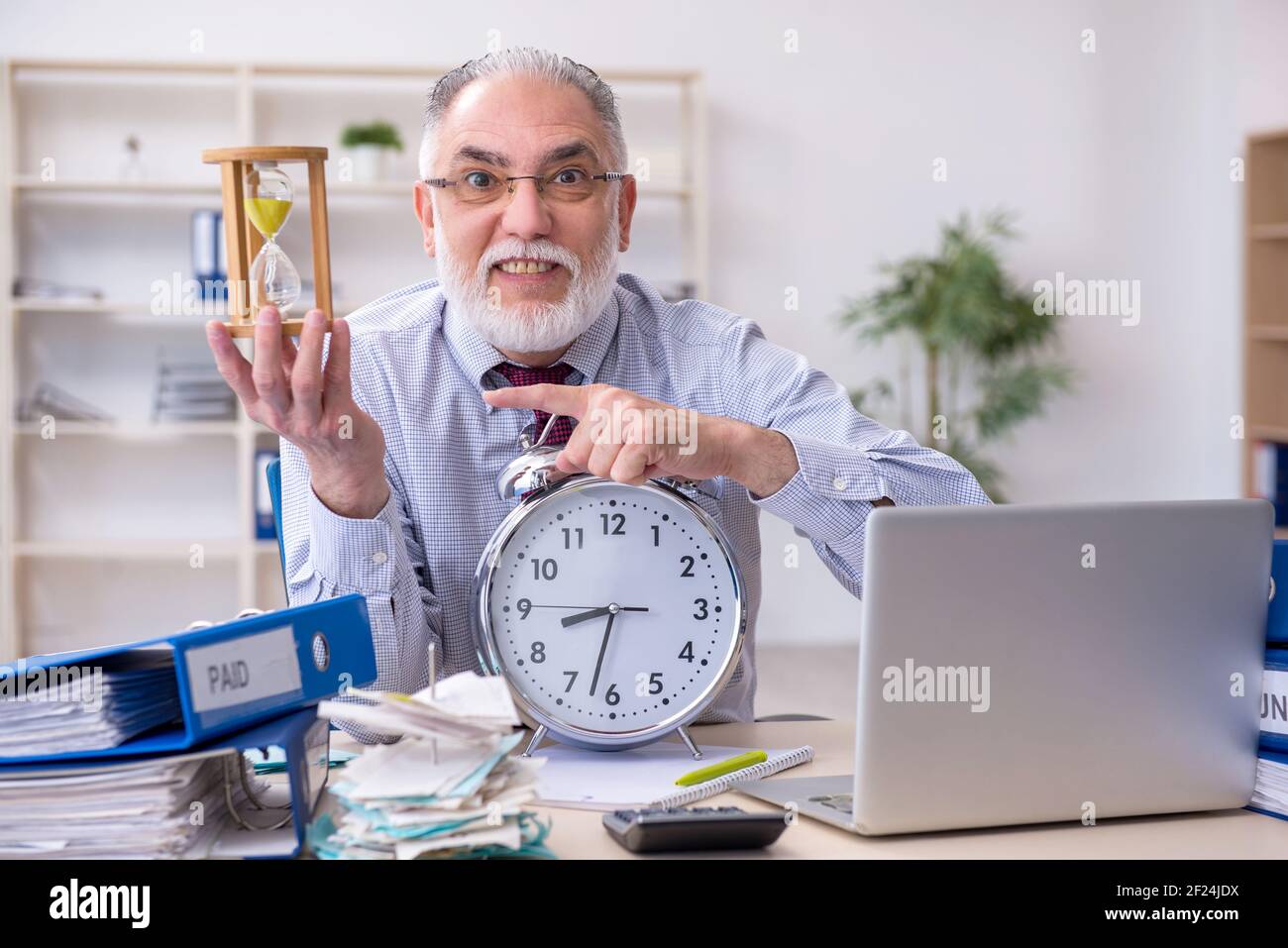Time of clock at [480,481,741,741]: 8:32
